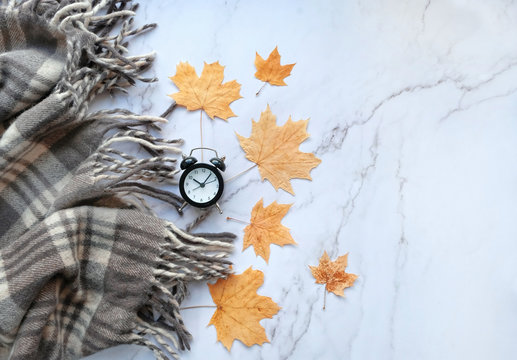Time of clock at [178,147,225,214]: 10:06
